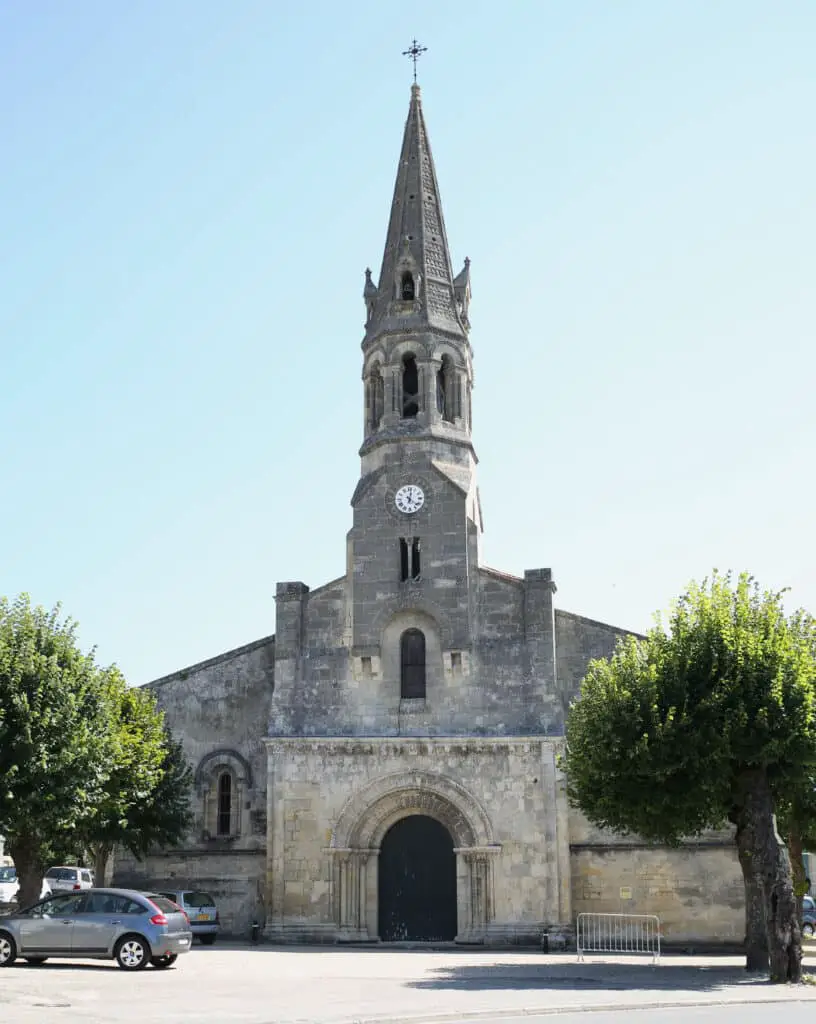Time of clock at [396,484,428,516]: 12:21
